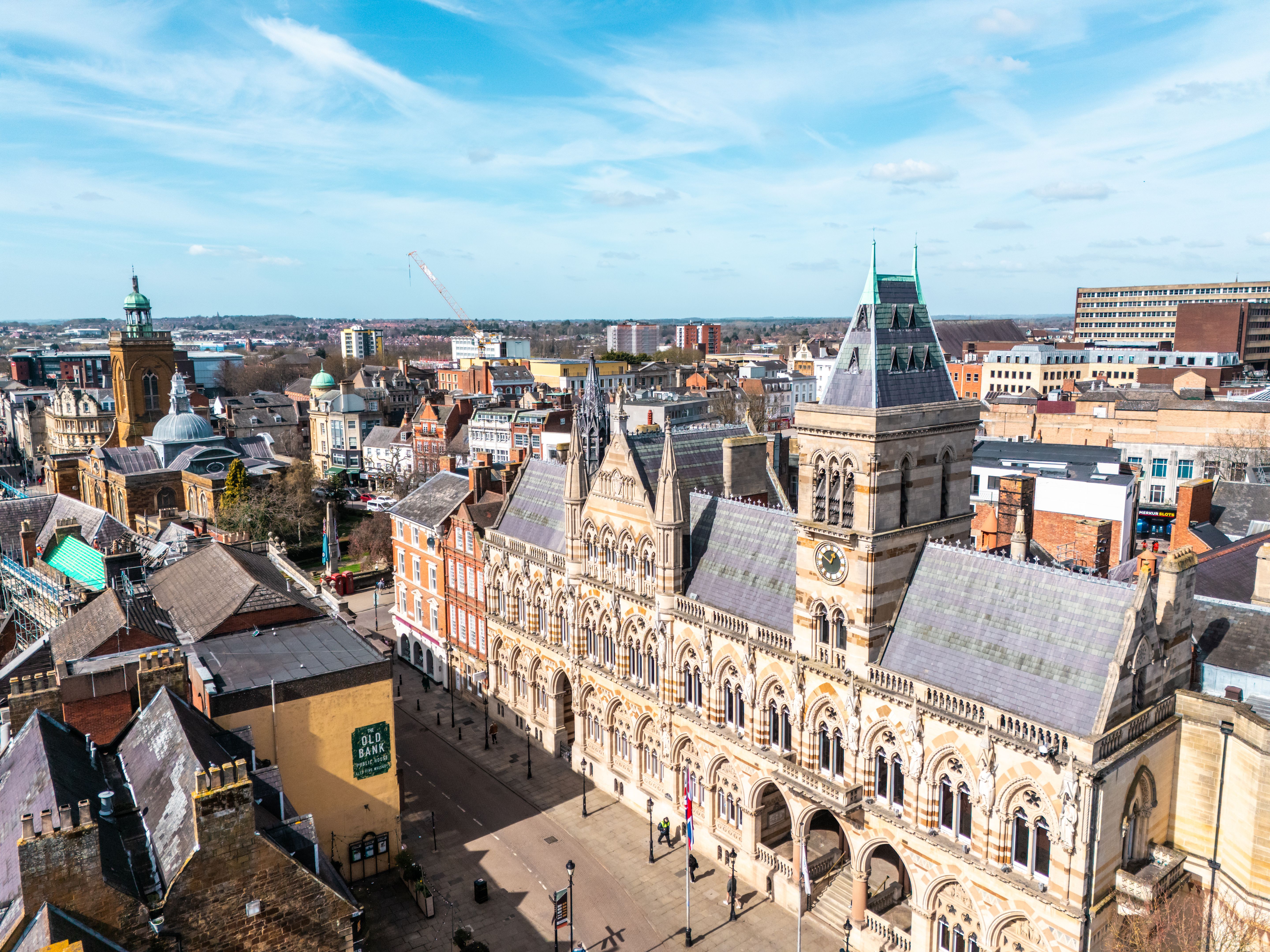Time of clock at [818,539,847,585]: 12:49
